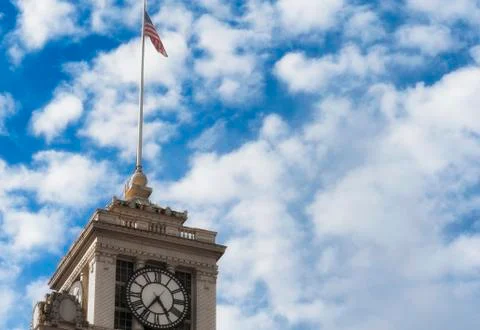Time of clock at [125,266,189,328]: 4:36
